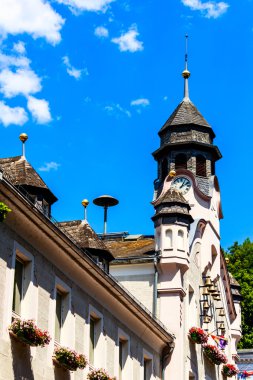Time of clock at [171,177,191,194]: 1:11
